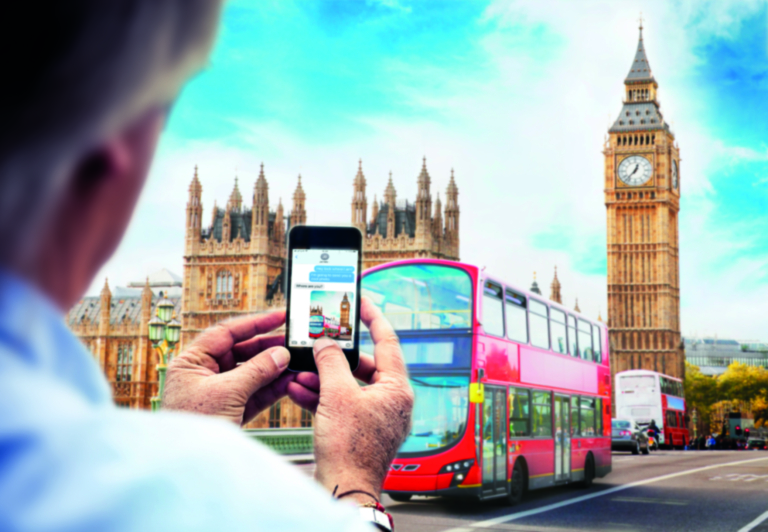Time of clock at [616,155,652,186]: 12:37
